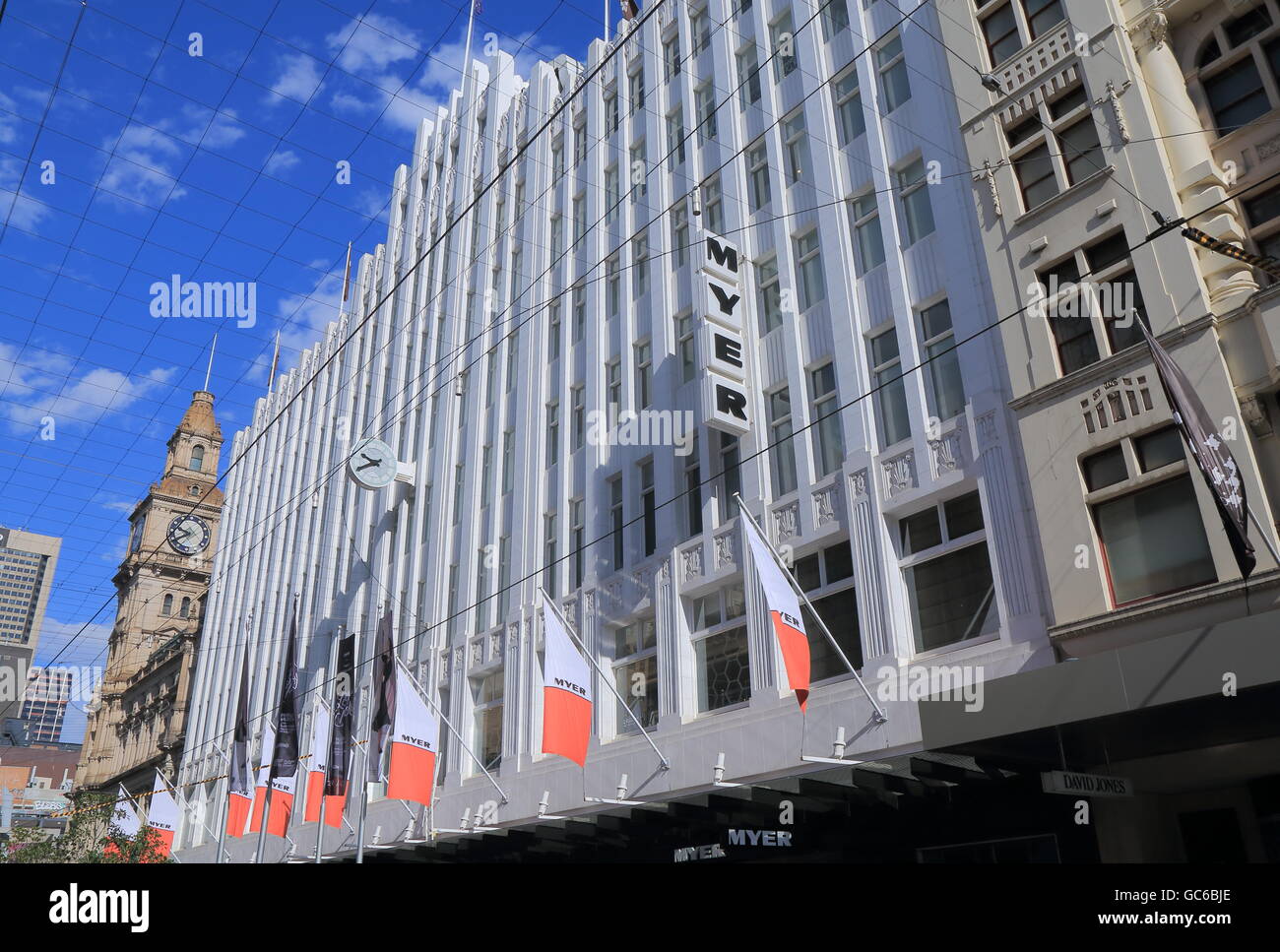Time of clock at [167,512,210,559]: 9:40
